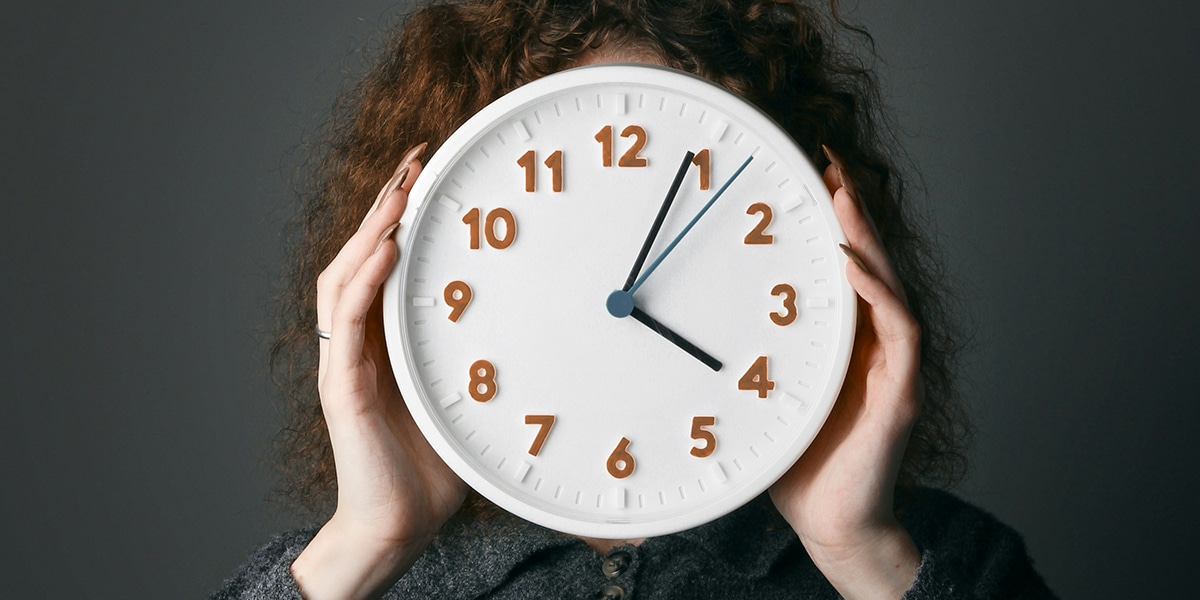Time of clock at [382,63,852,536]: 4:04
